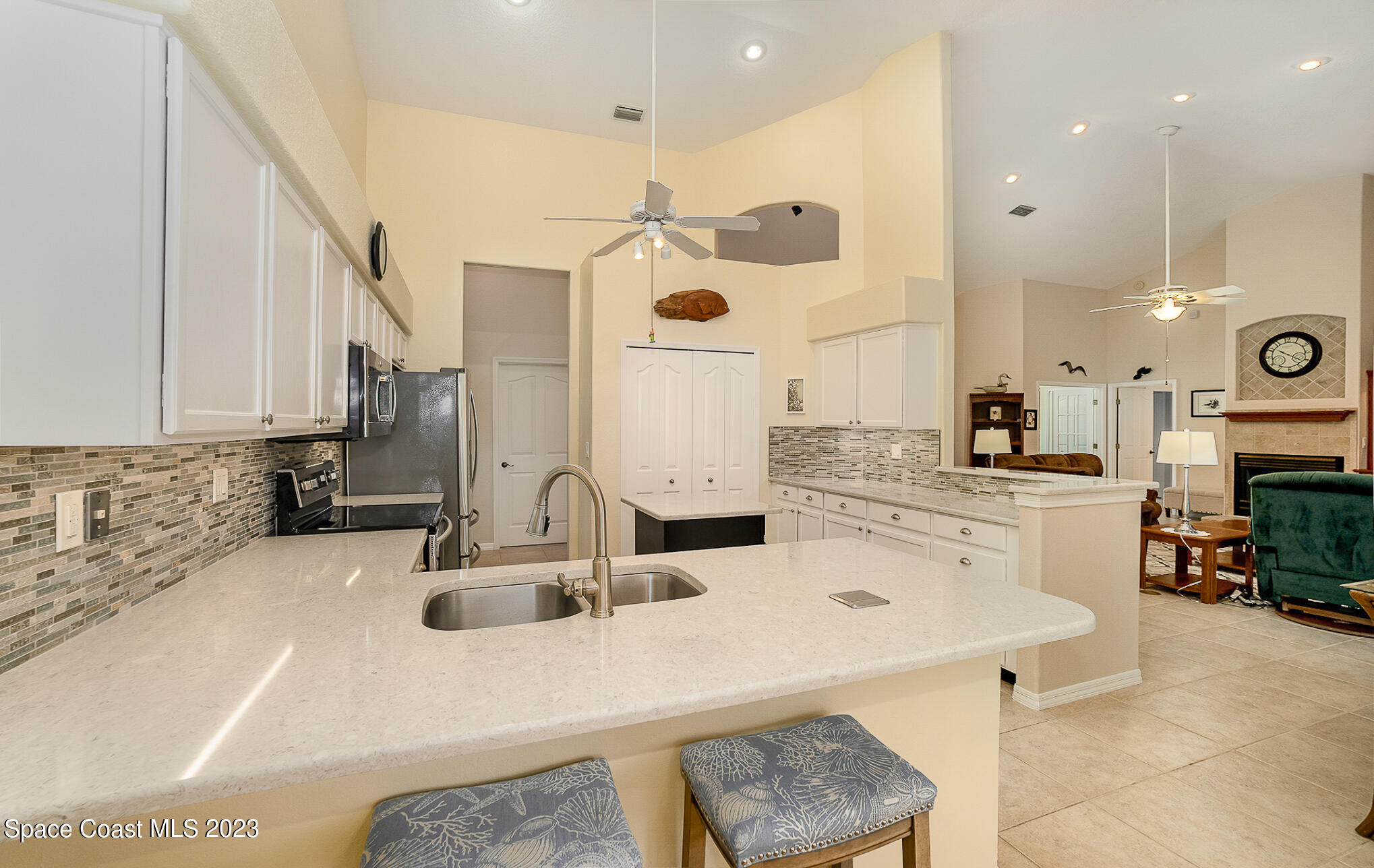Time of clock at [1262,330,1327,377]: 10:22
